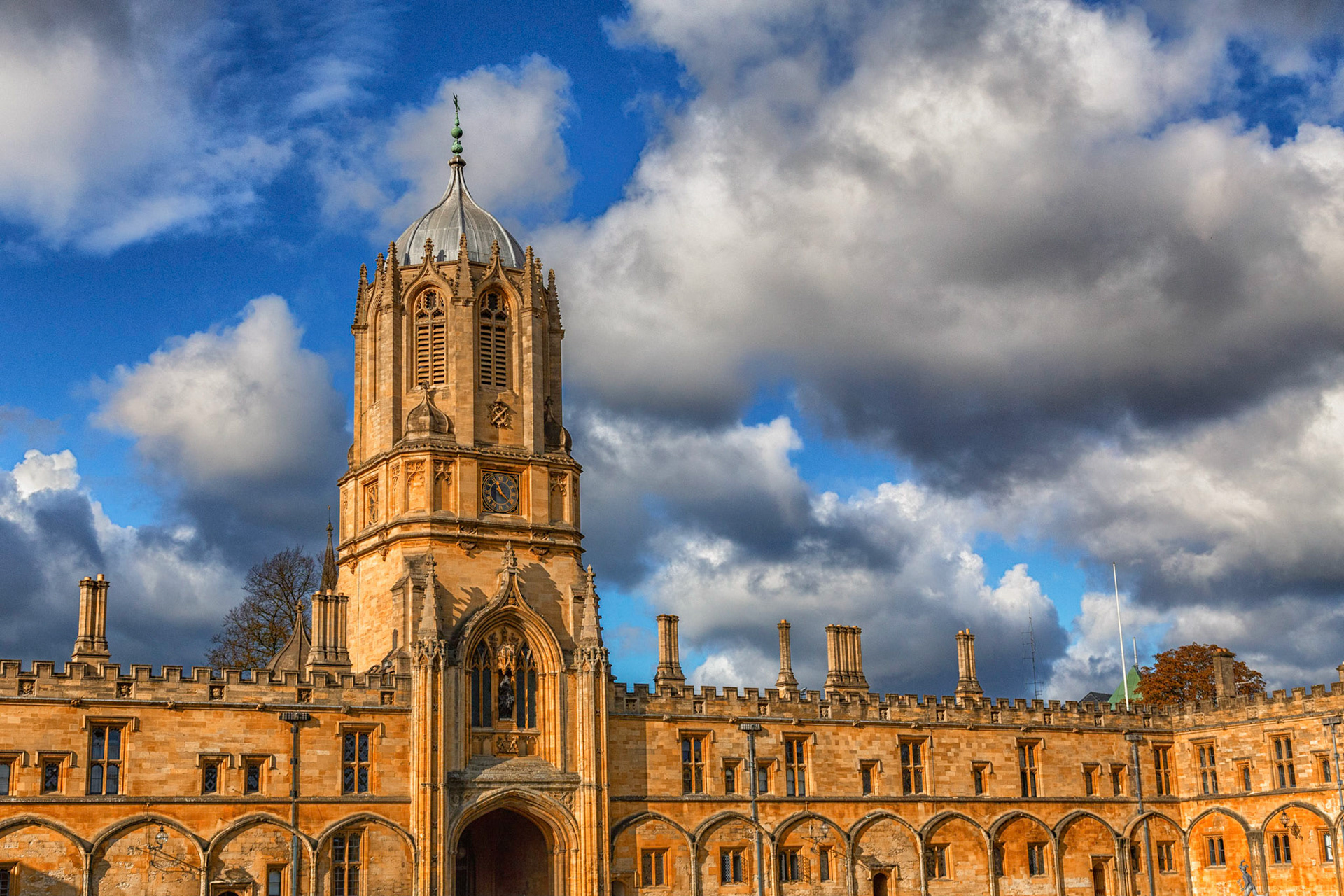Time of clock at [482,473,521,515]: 11:21
